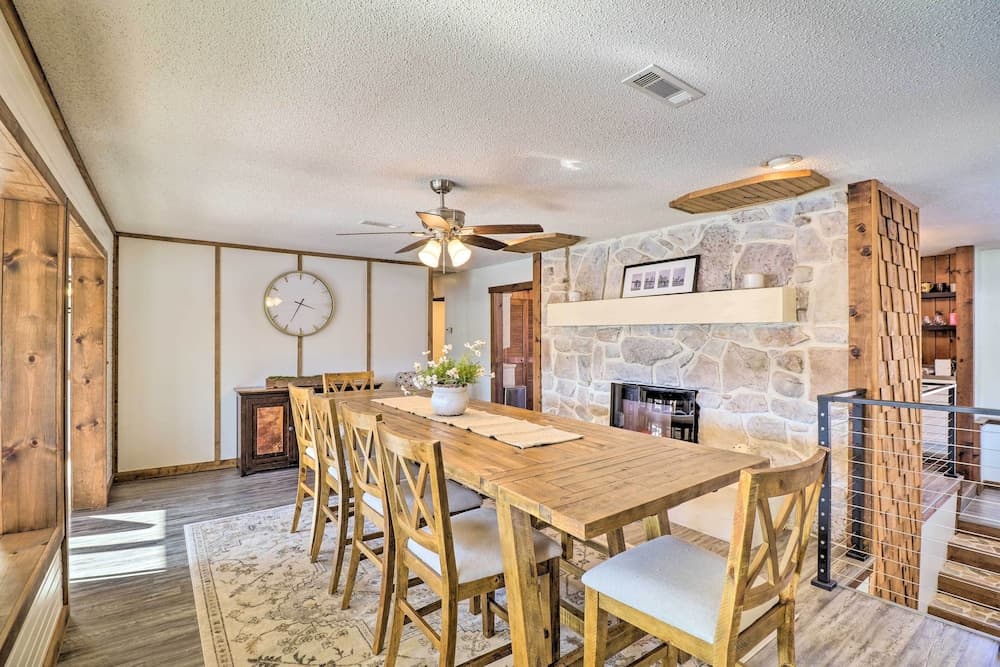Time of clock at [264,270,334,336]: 3:34
